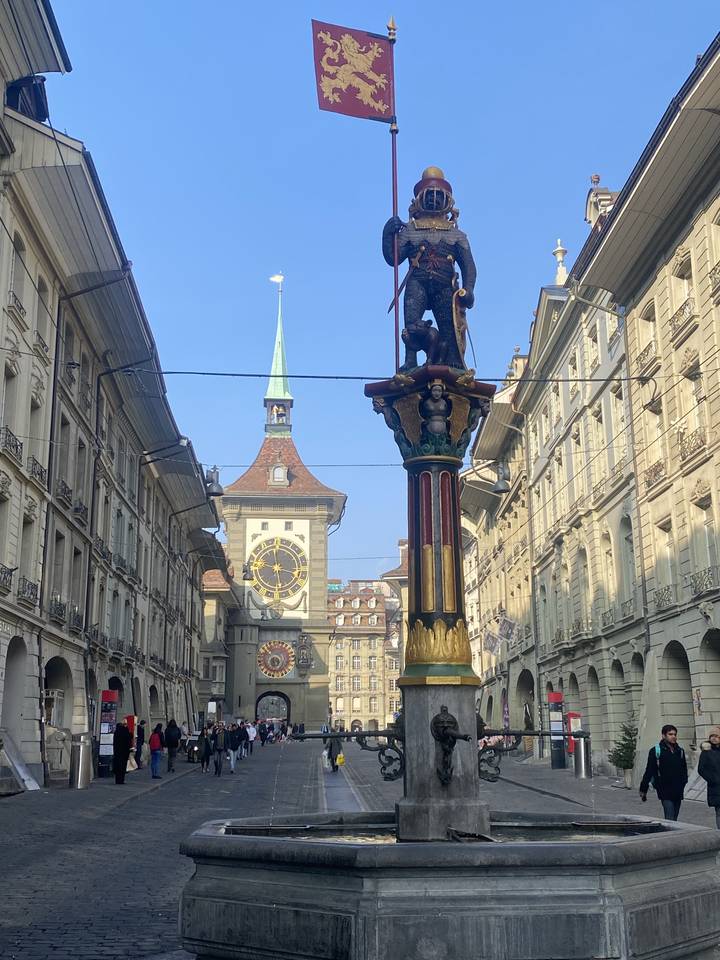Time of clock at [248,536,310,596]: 3:28
